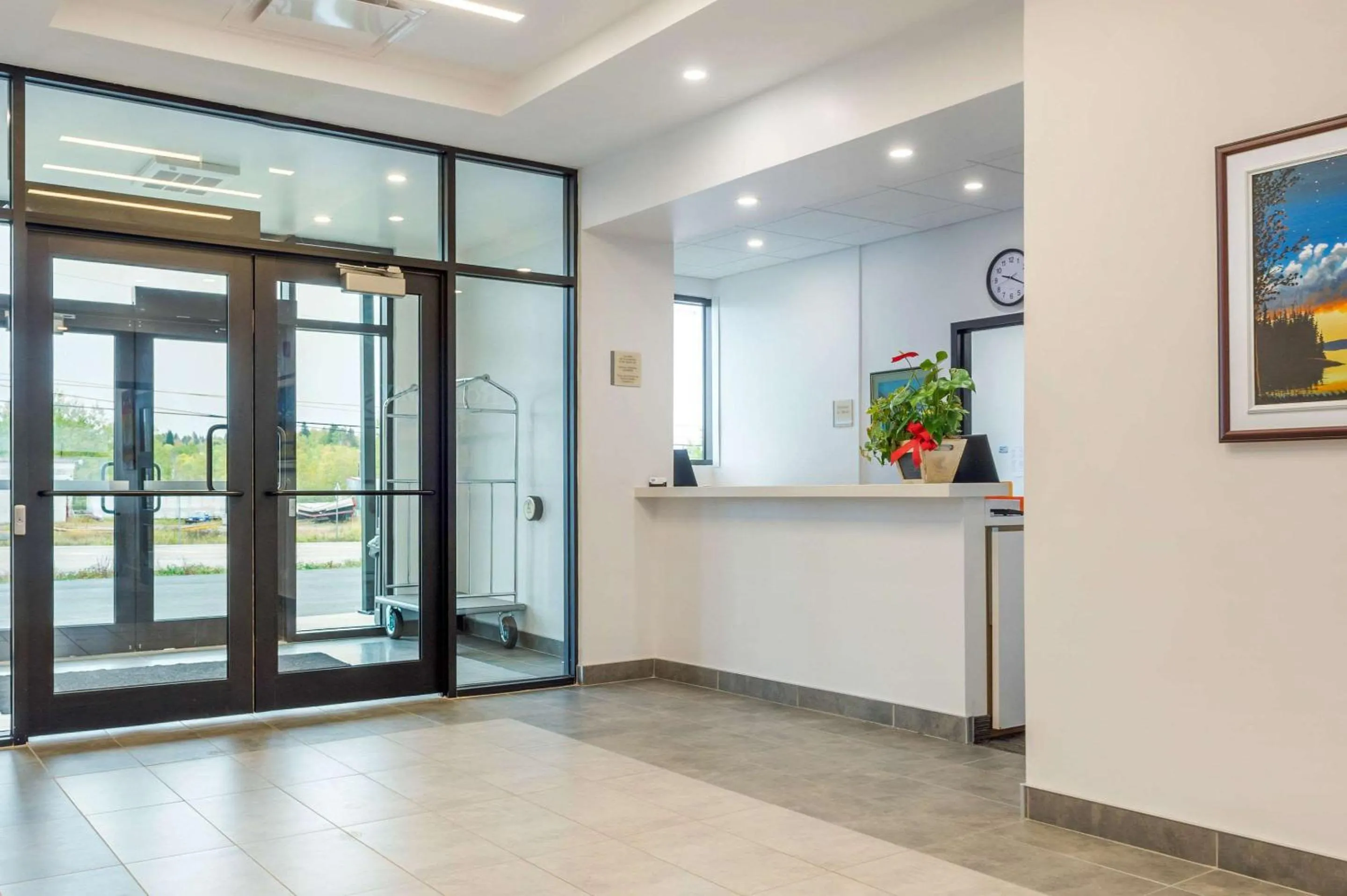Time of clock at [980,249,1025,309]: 9:20
